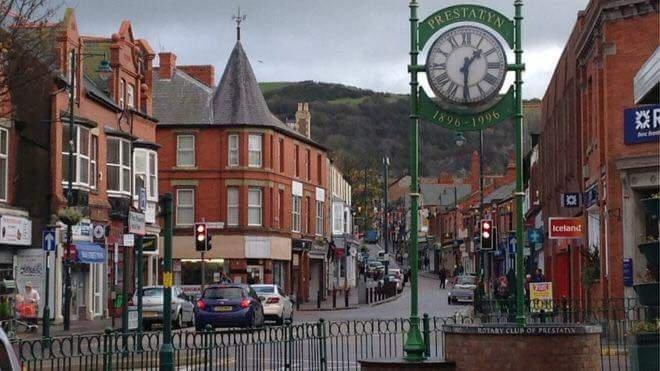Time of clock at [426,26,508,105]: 1:30
